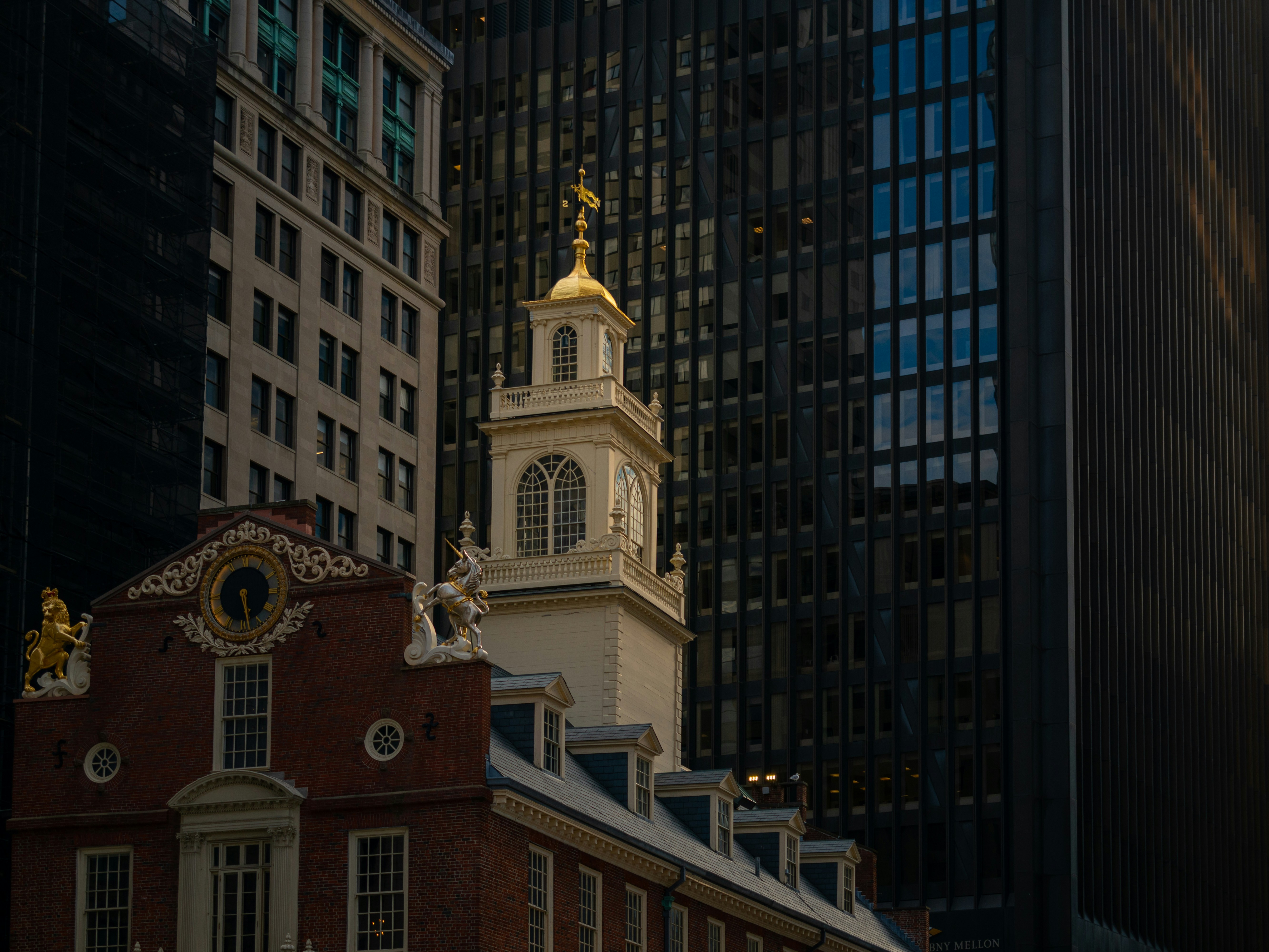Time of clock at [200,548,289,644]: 5:28
